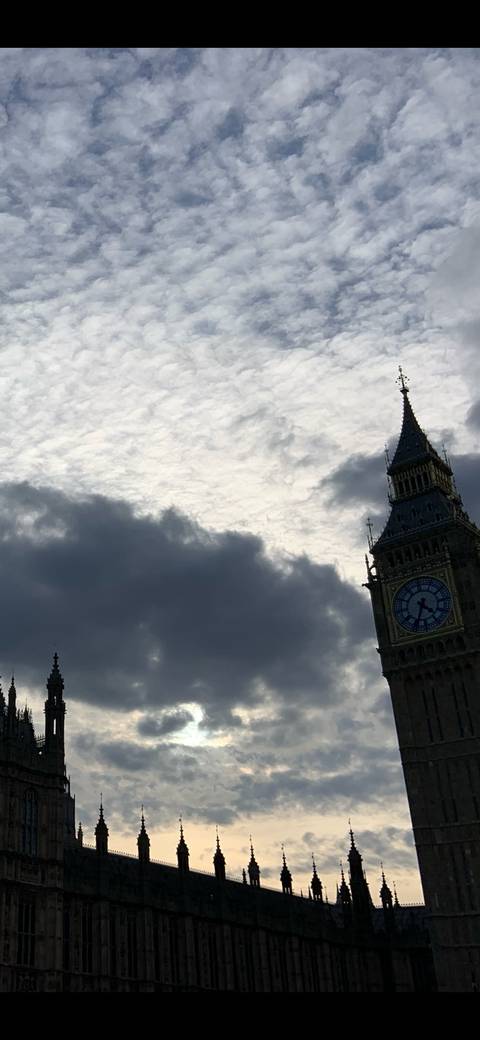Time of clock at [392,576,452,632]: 4:34
